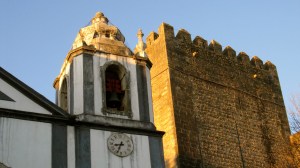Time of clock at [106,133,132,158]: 8:33
